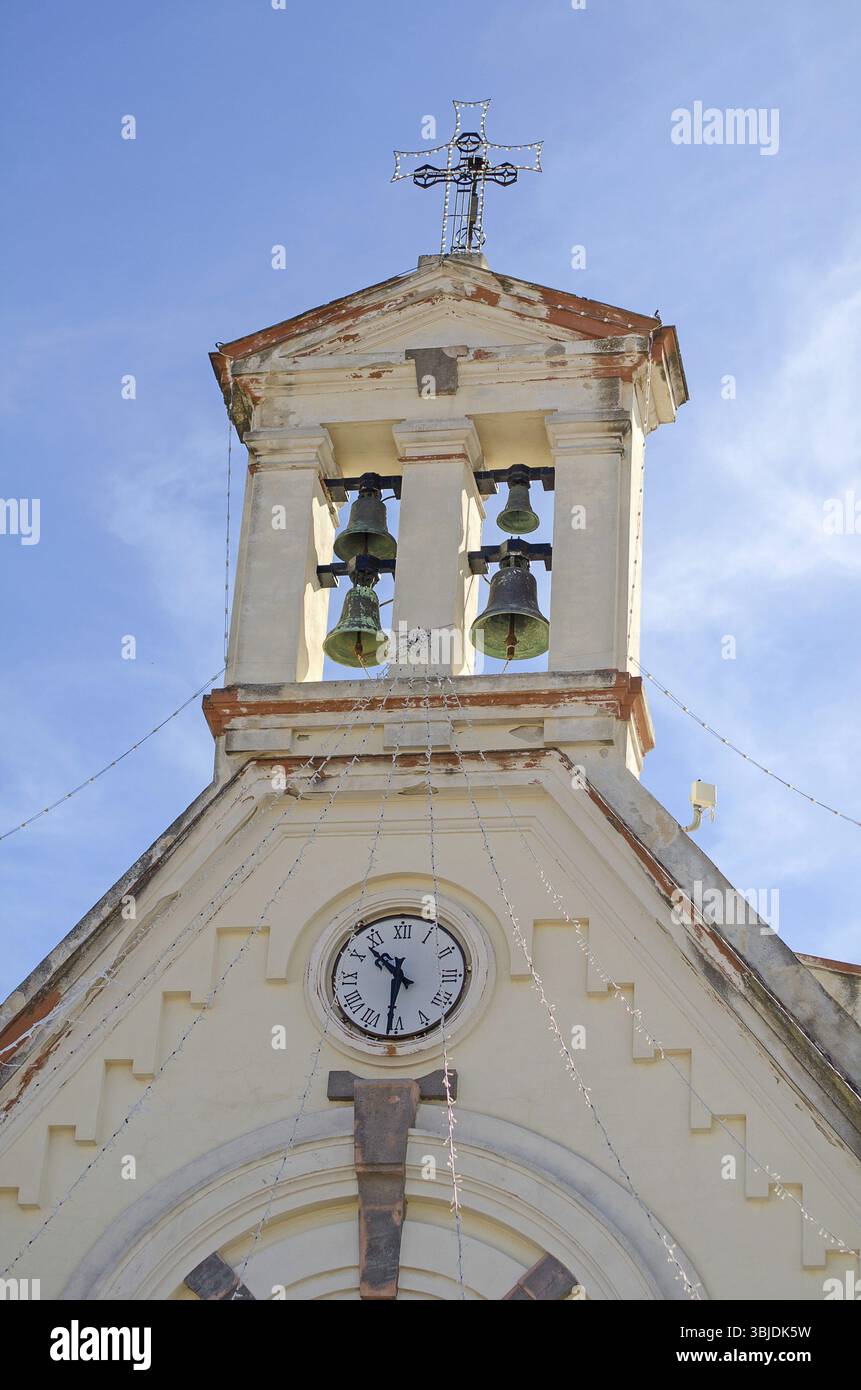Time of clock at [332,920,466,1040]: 10:31
